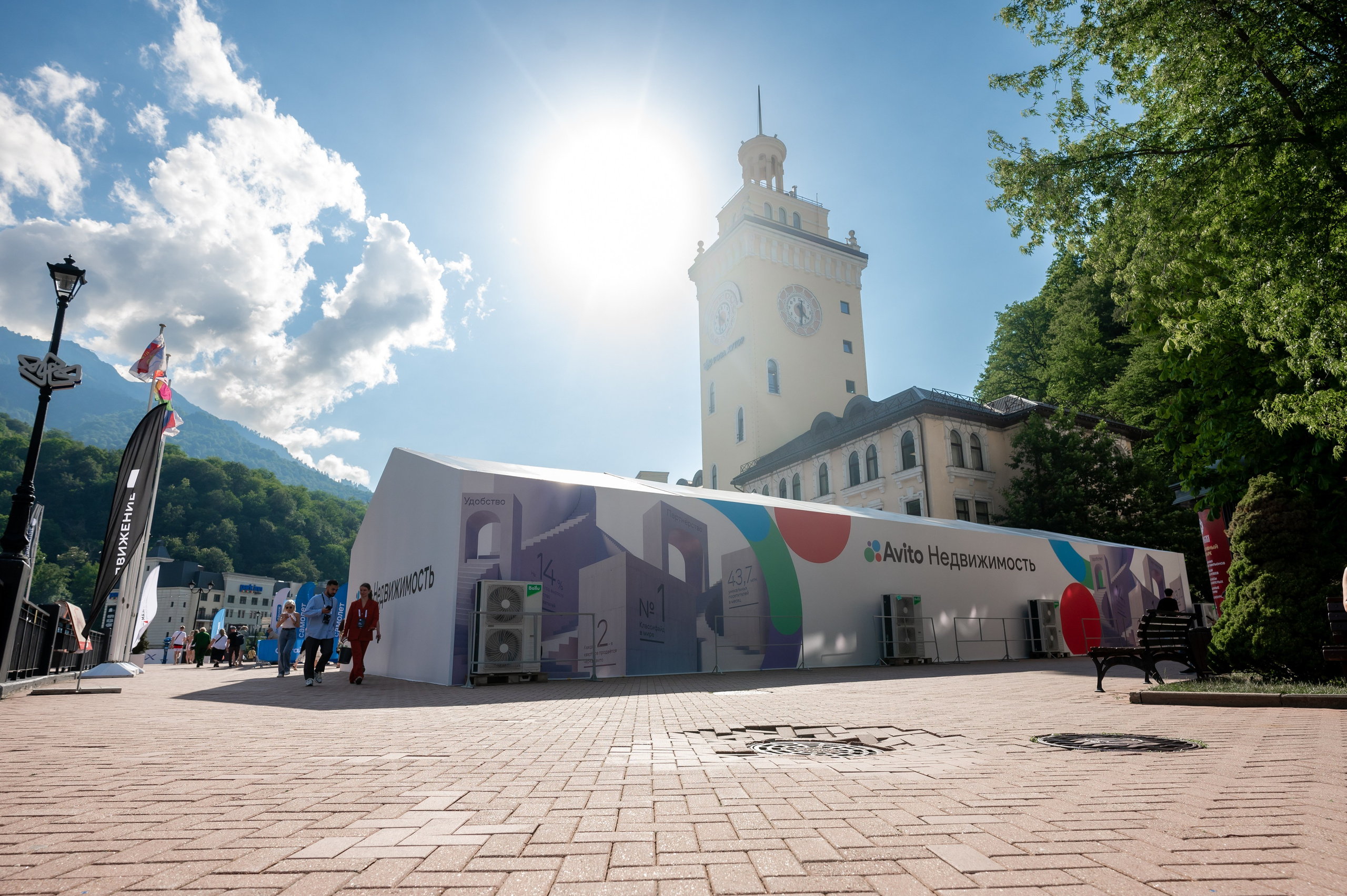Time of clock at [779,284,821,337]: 4:32
